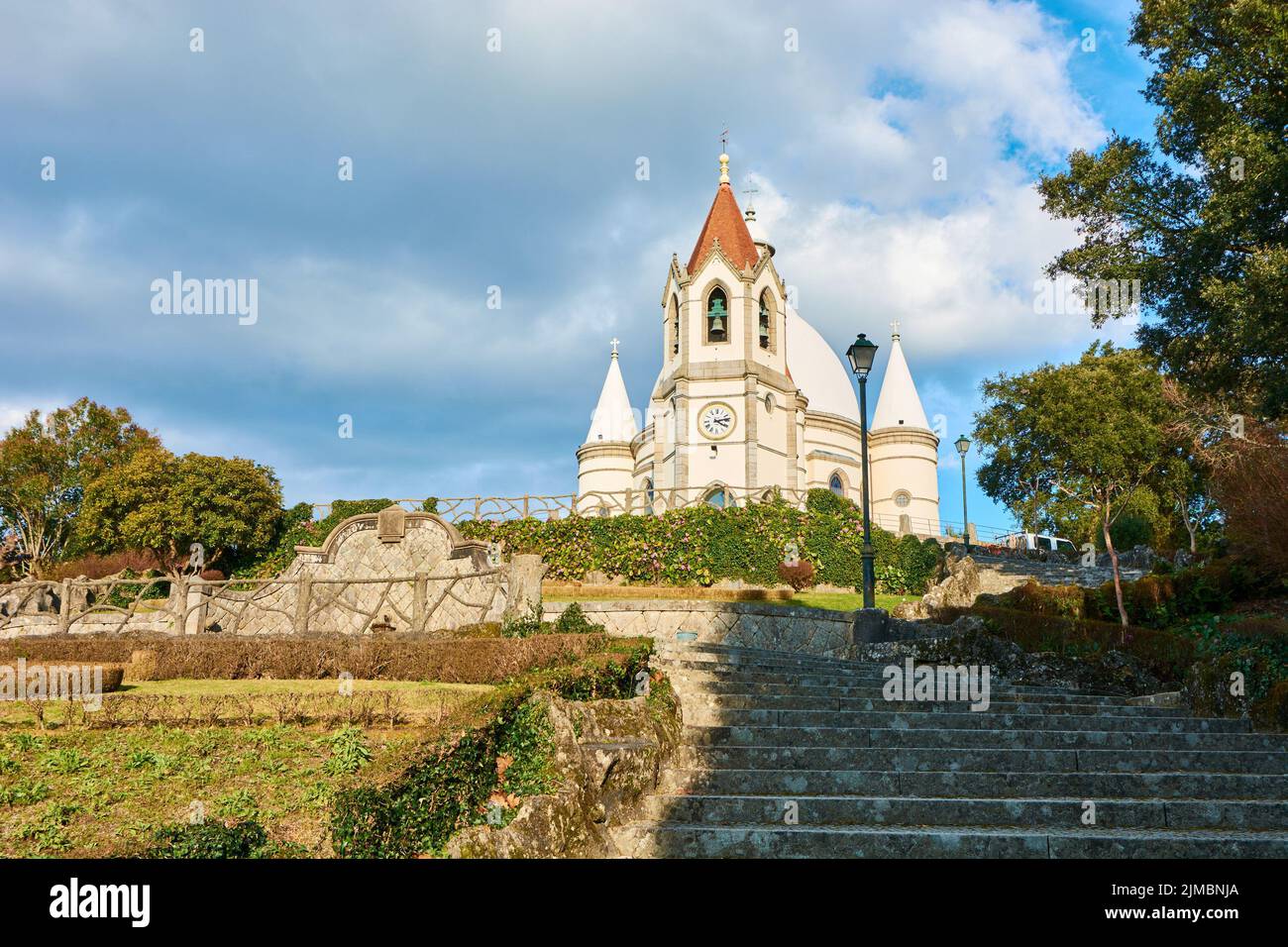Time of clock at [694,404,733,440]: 4:12
